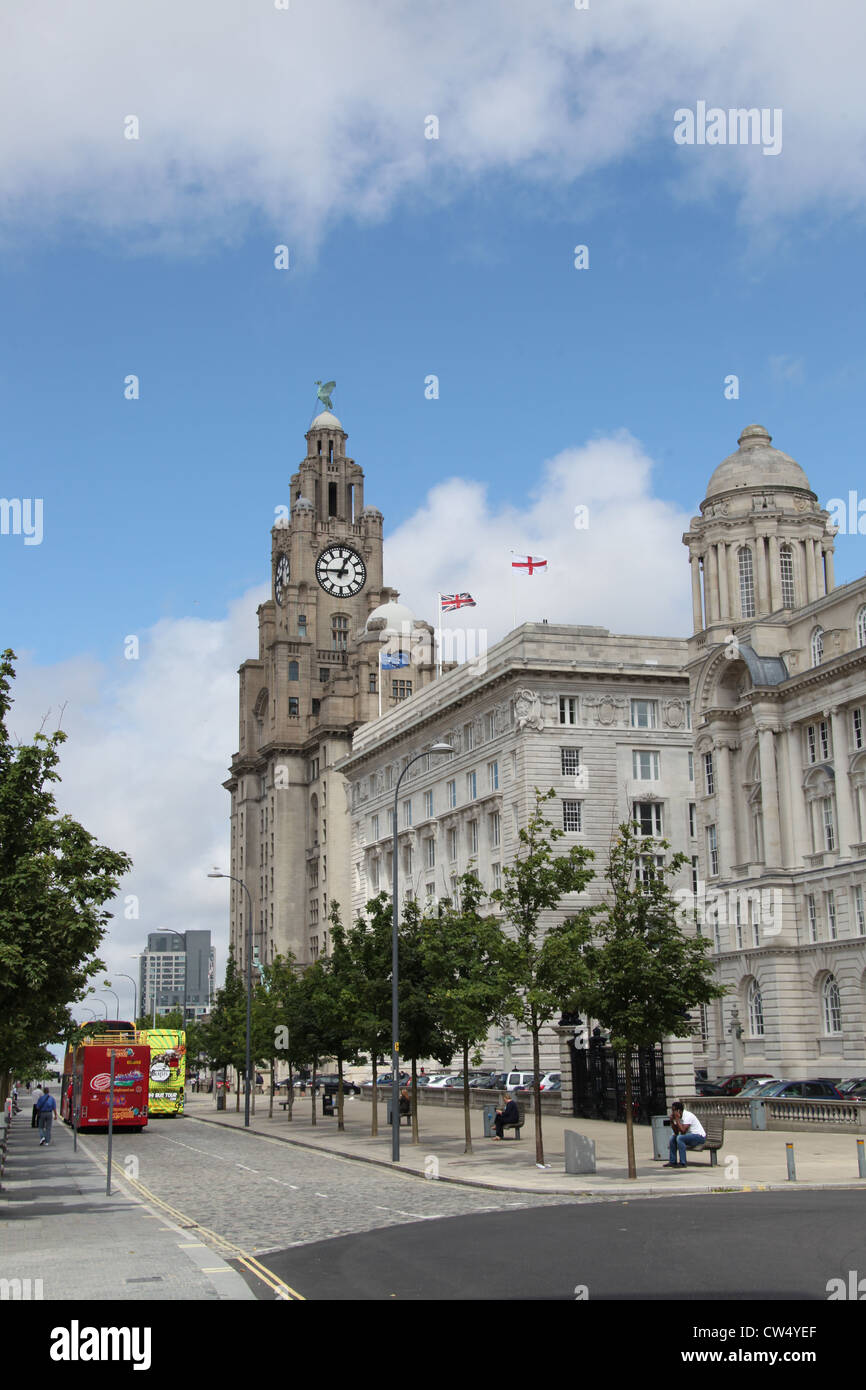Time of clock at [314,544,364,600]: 12:45
